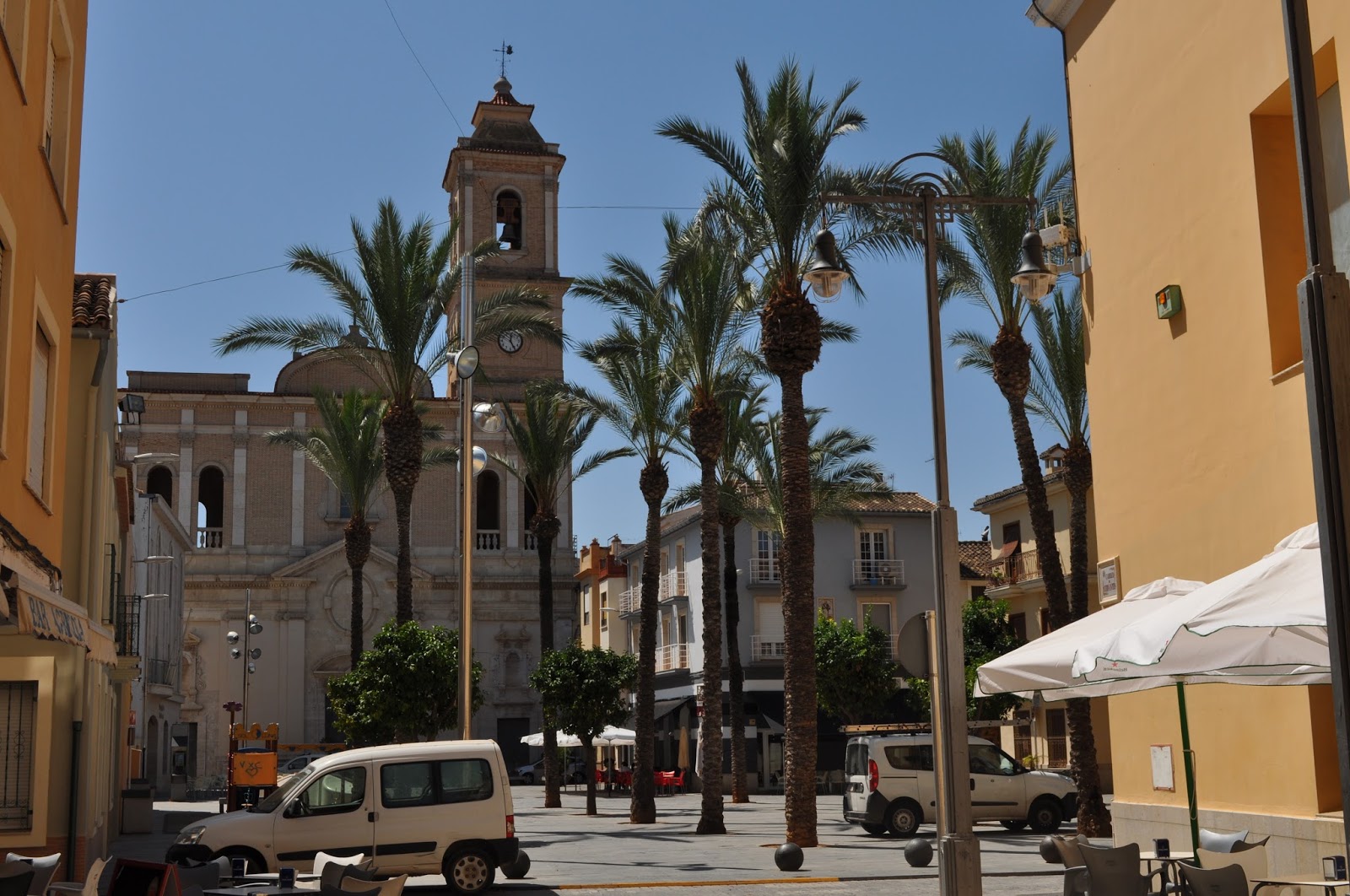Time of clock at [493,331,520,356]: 12:24
